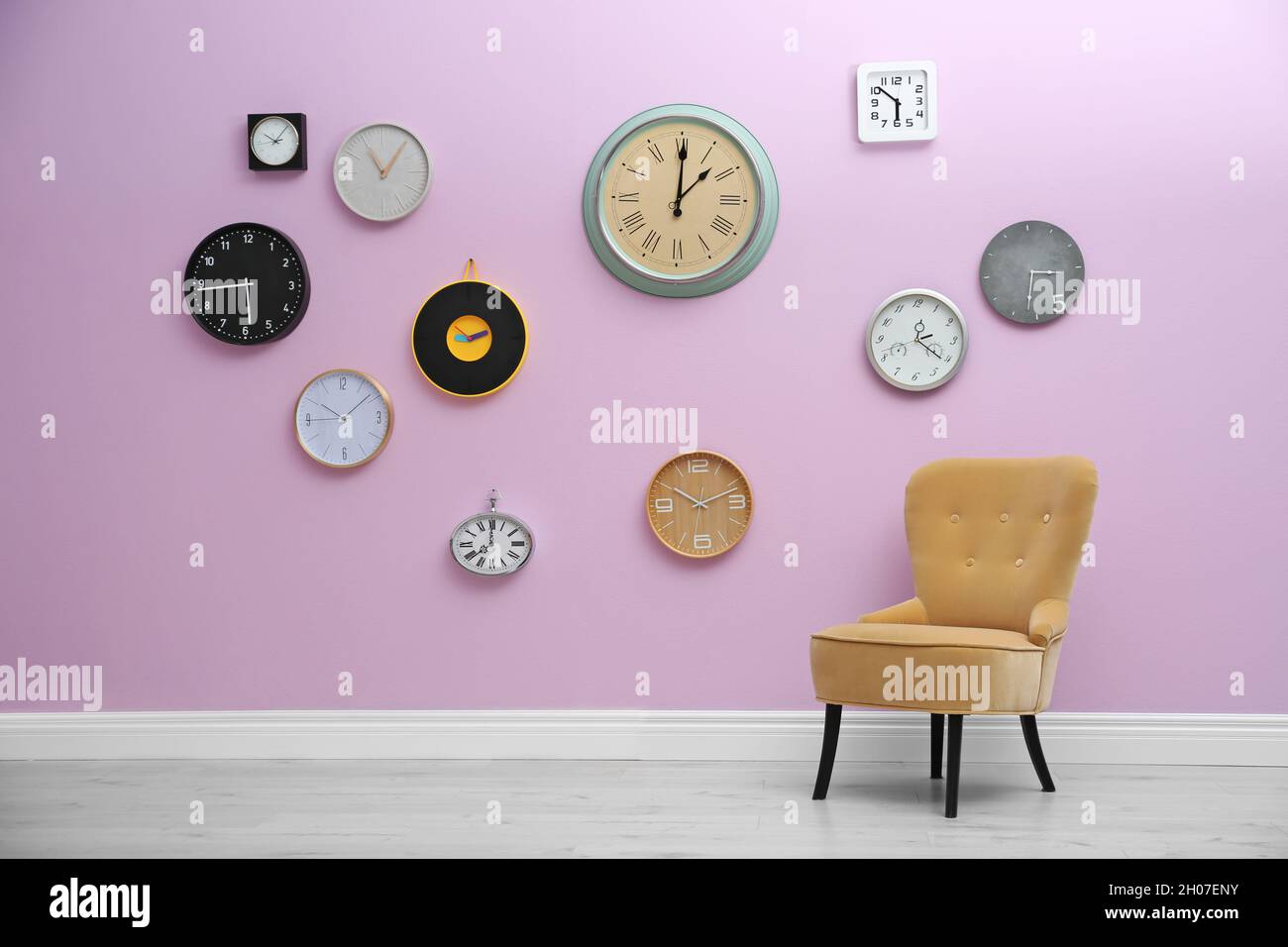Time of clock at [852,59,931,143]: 5:51
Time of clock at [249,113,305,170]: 10:06
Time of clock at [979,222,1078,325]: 3:32
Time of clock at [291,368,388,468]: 10:08
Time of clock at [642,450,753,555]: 10:11
